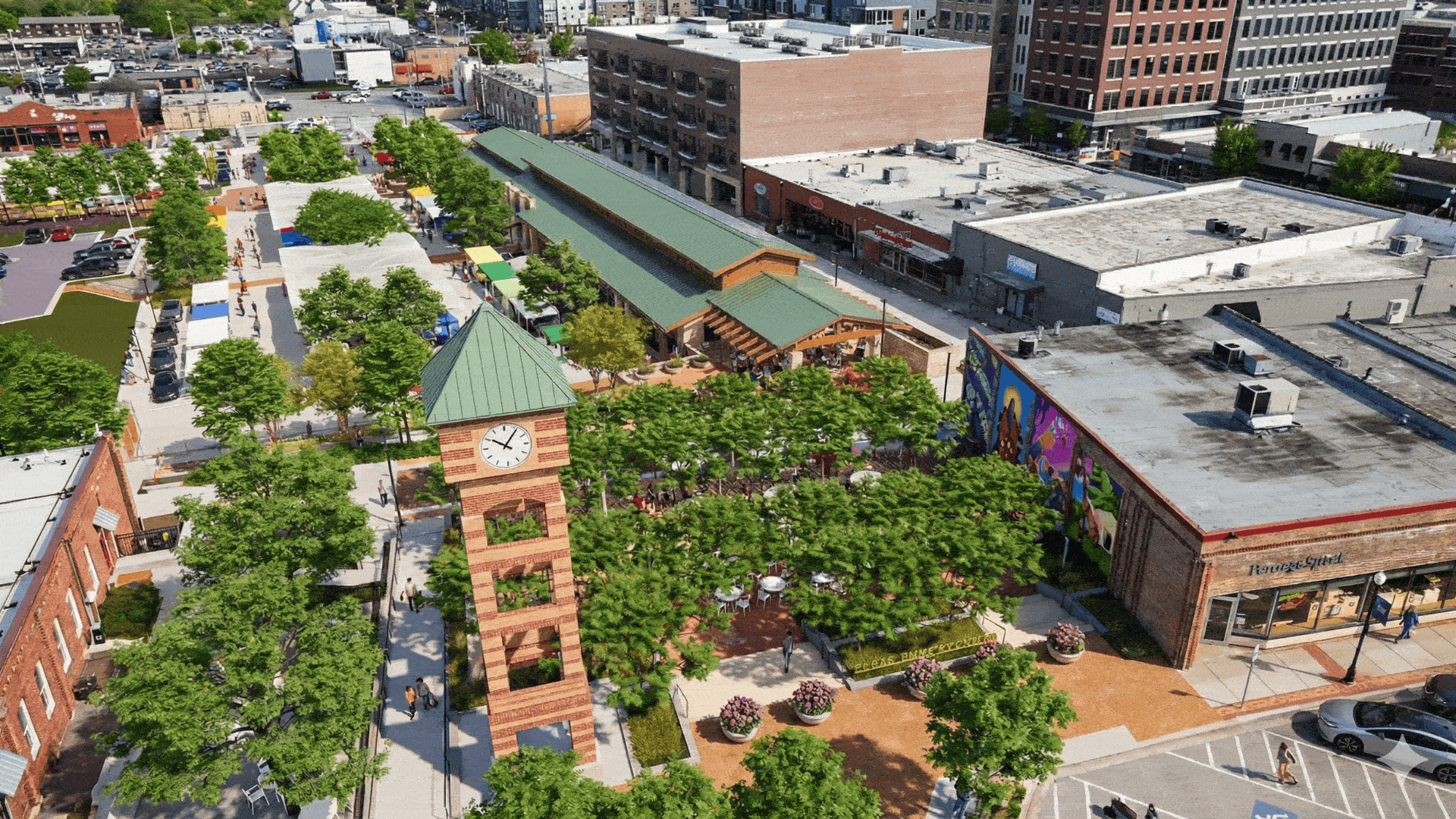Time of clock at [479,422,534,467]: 10:05
